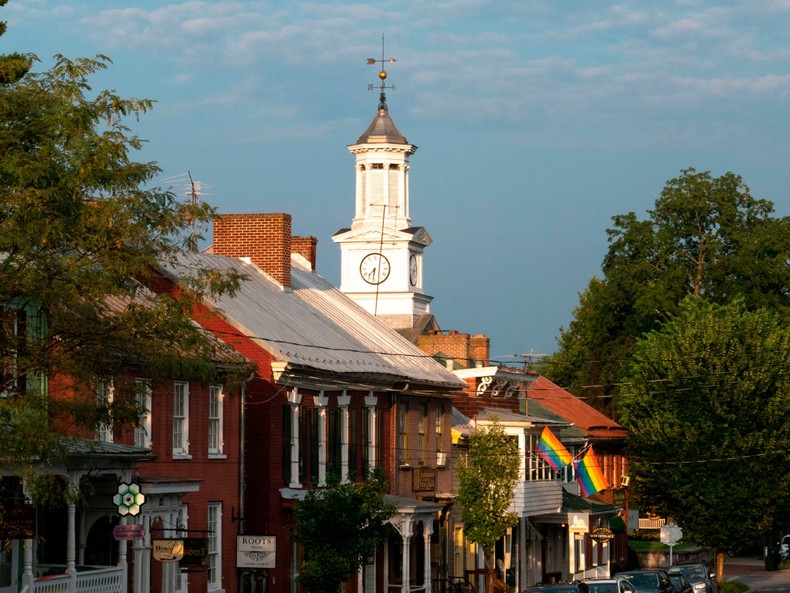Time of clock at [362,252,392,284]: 7:31
